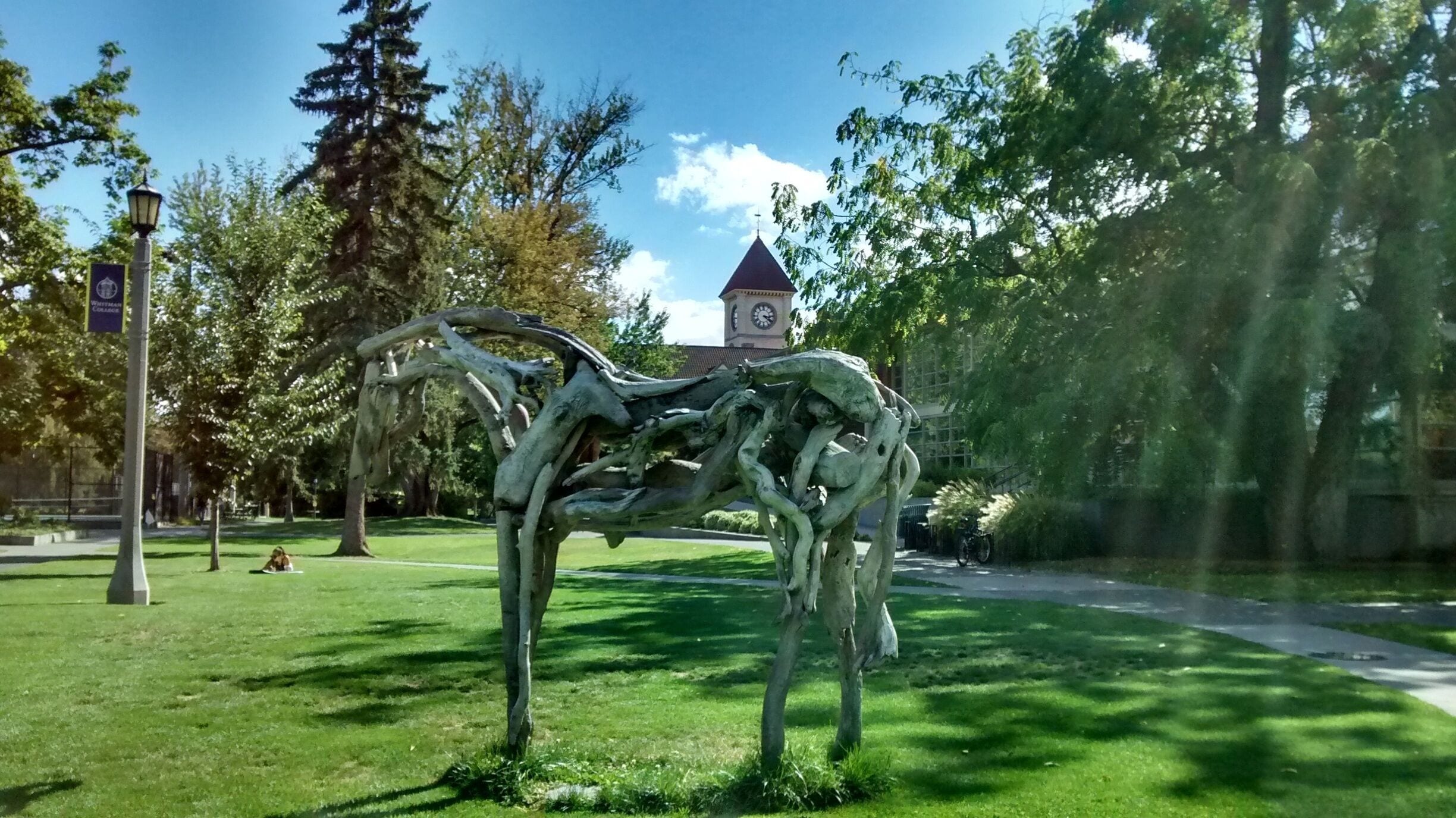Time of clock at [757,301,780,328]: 3:21
